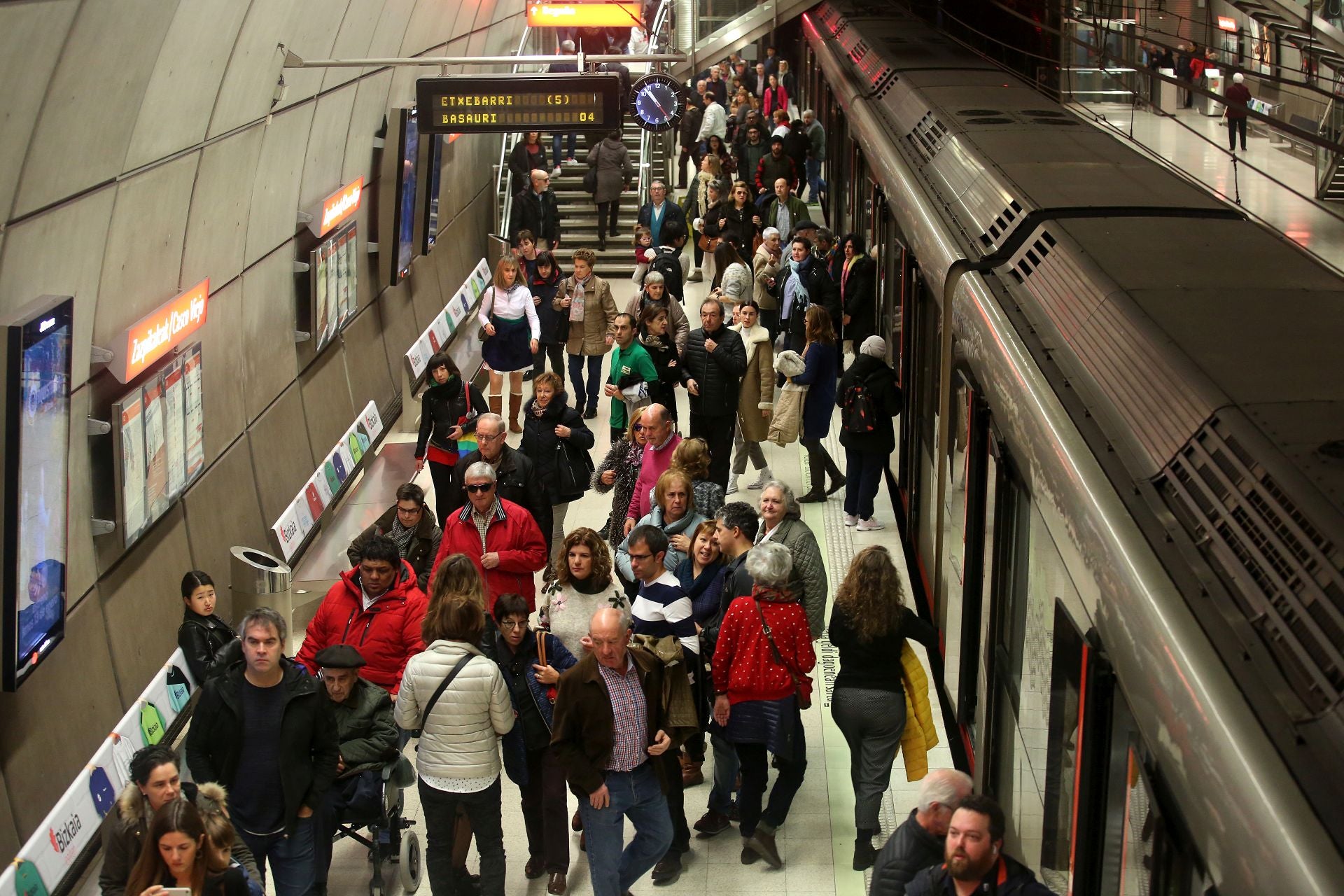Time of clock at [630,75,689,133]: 10:52
